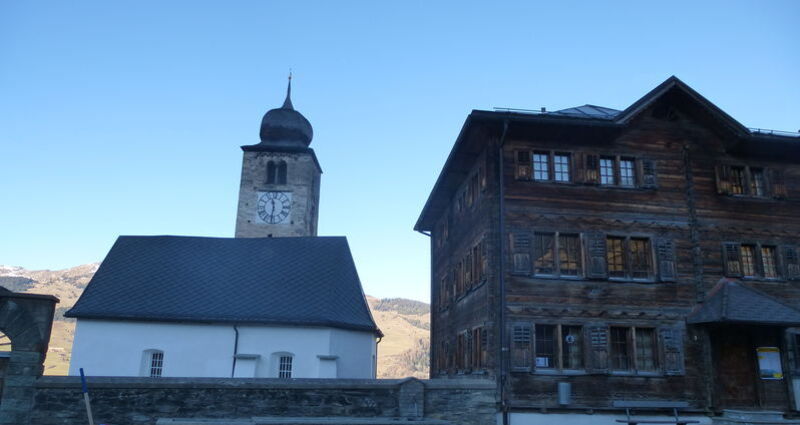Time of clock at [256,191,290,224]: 11:31
